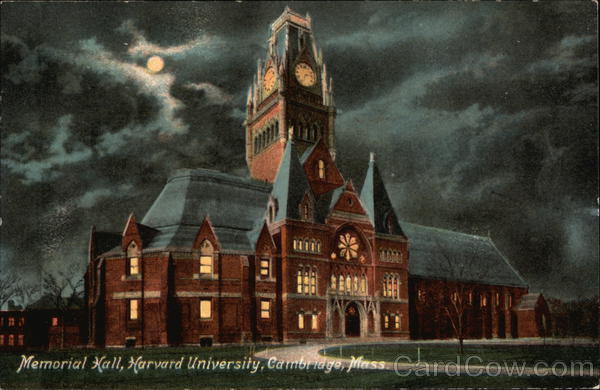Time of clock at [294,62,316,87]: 7:12
